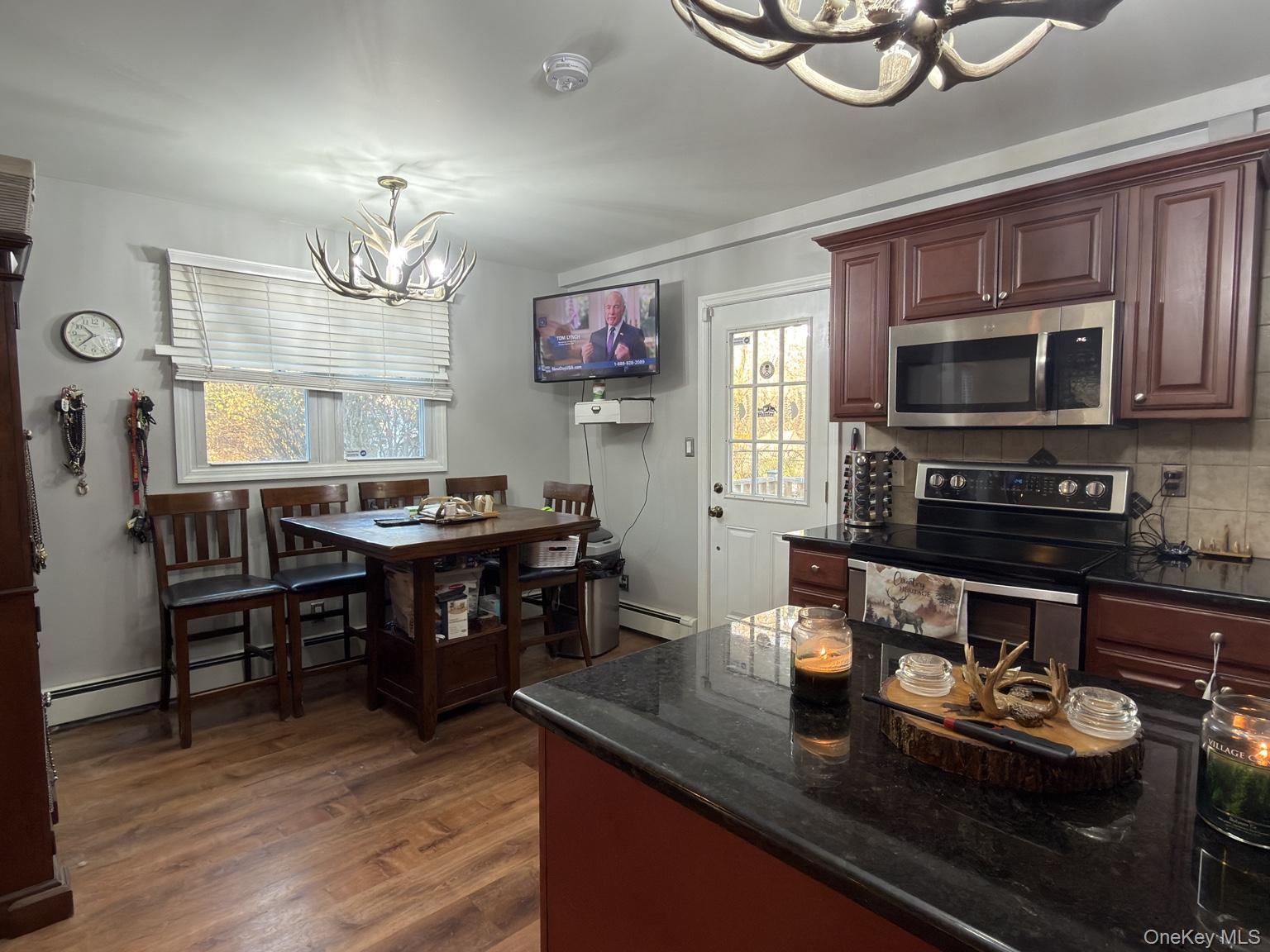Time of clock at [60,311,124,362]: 10:37
